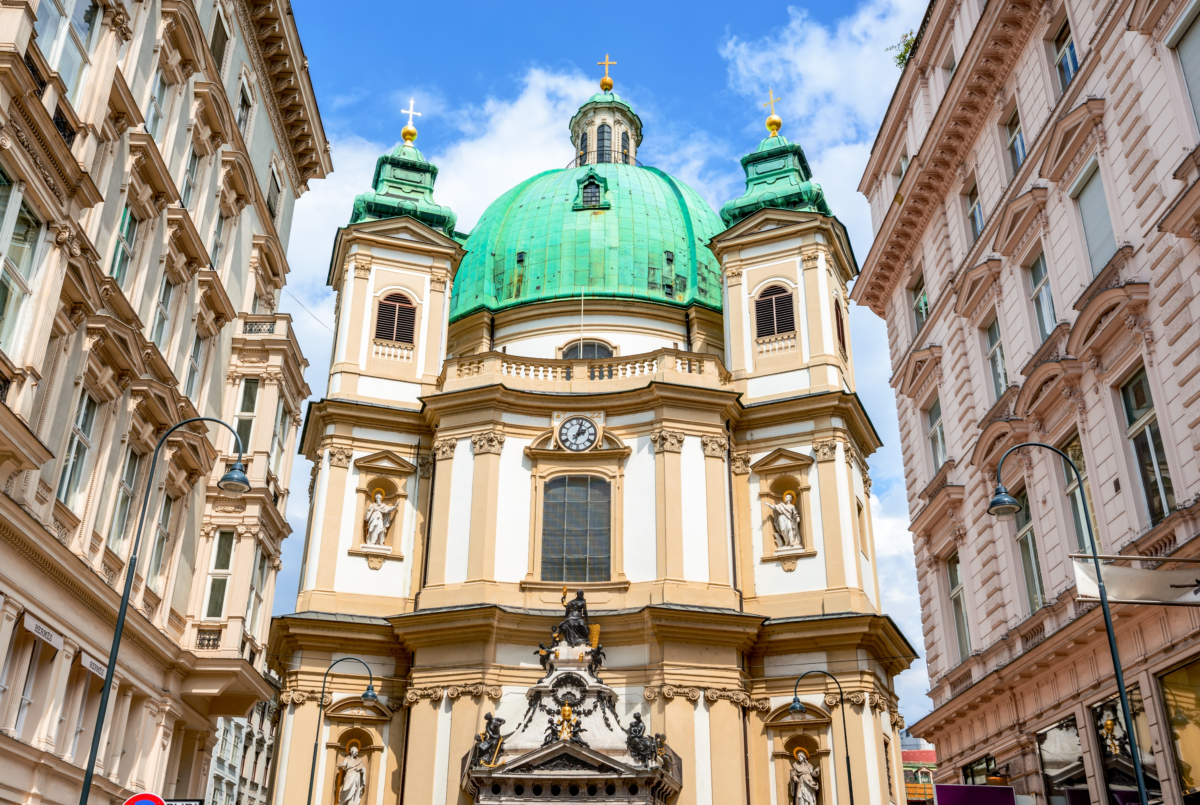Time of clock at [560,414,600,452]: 2:03
